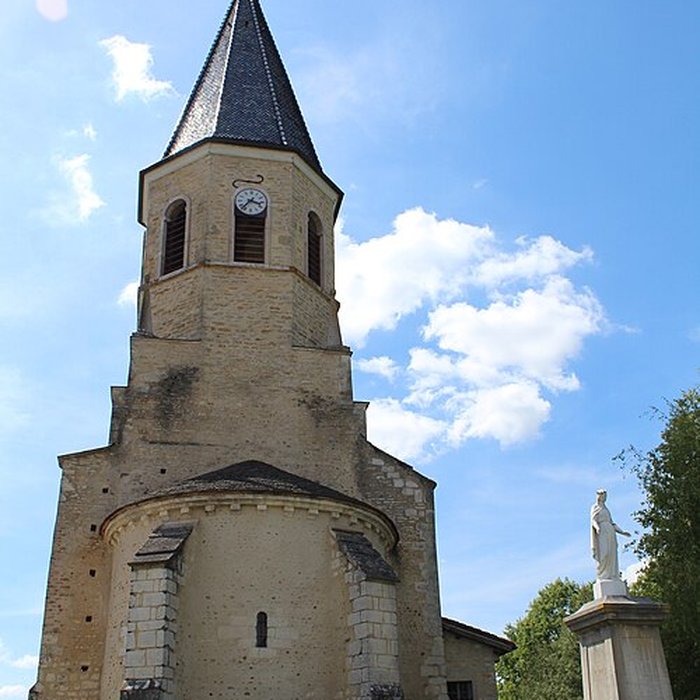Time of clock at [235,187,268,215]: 3:36
